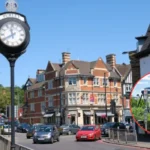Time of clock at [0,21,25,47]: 11:39
